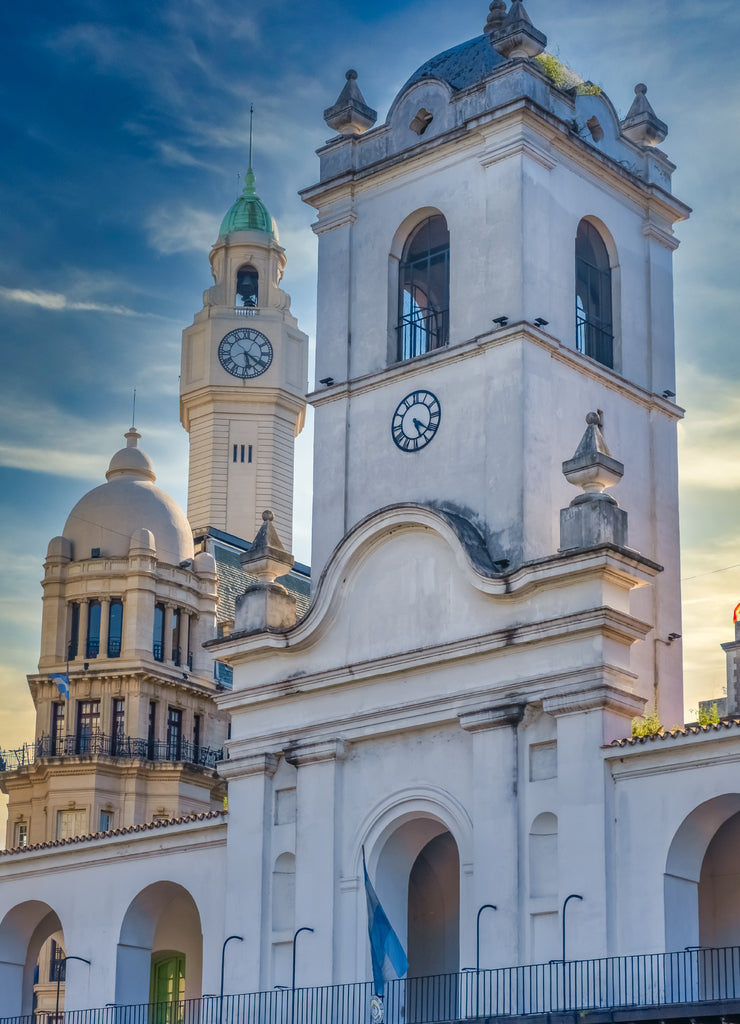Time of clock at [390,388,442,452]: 5:21
